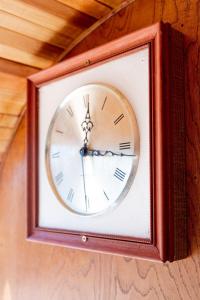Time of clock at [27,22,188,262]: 12:16
